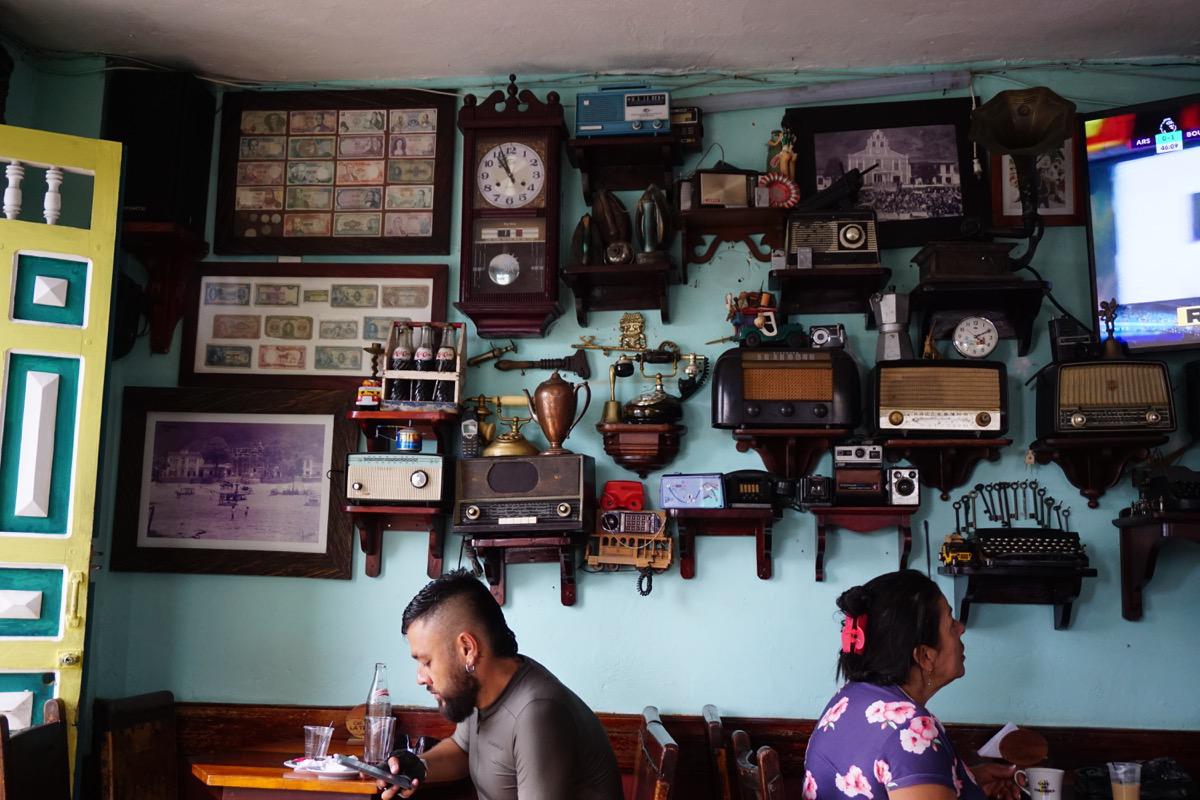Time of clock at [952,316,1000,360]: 4:10
